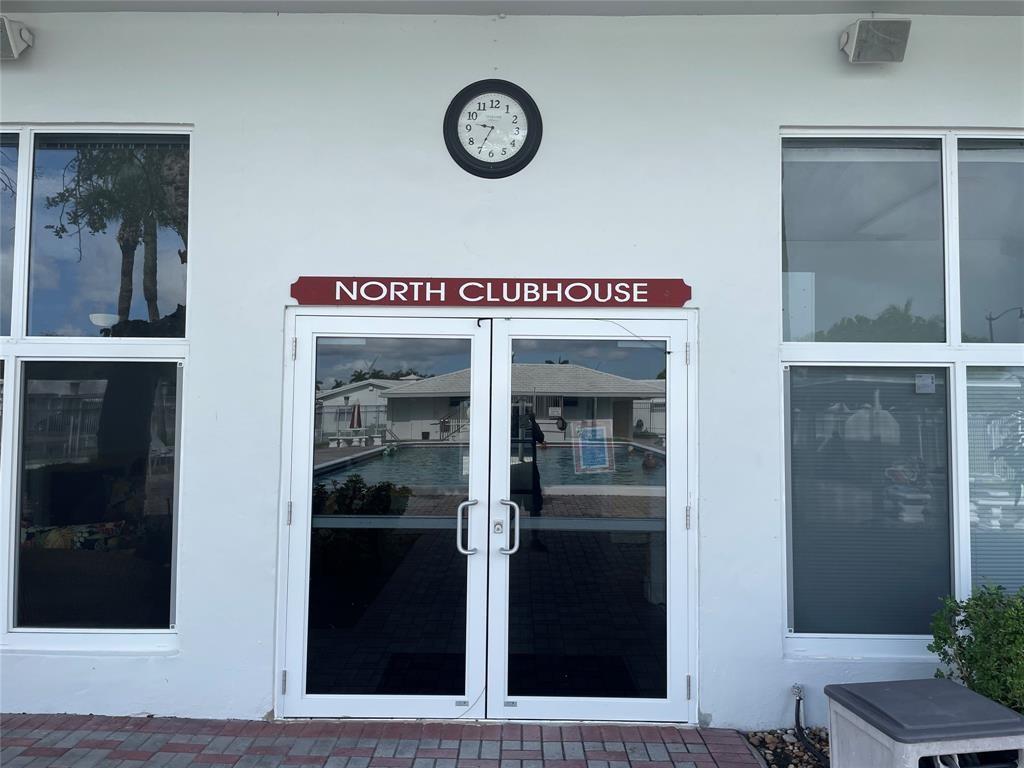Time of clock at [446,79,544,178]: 9:34
